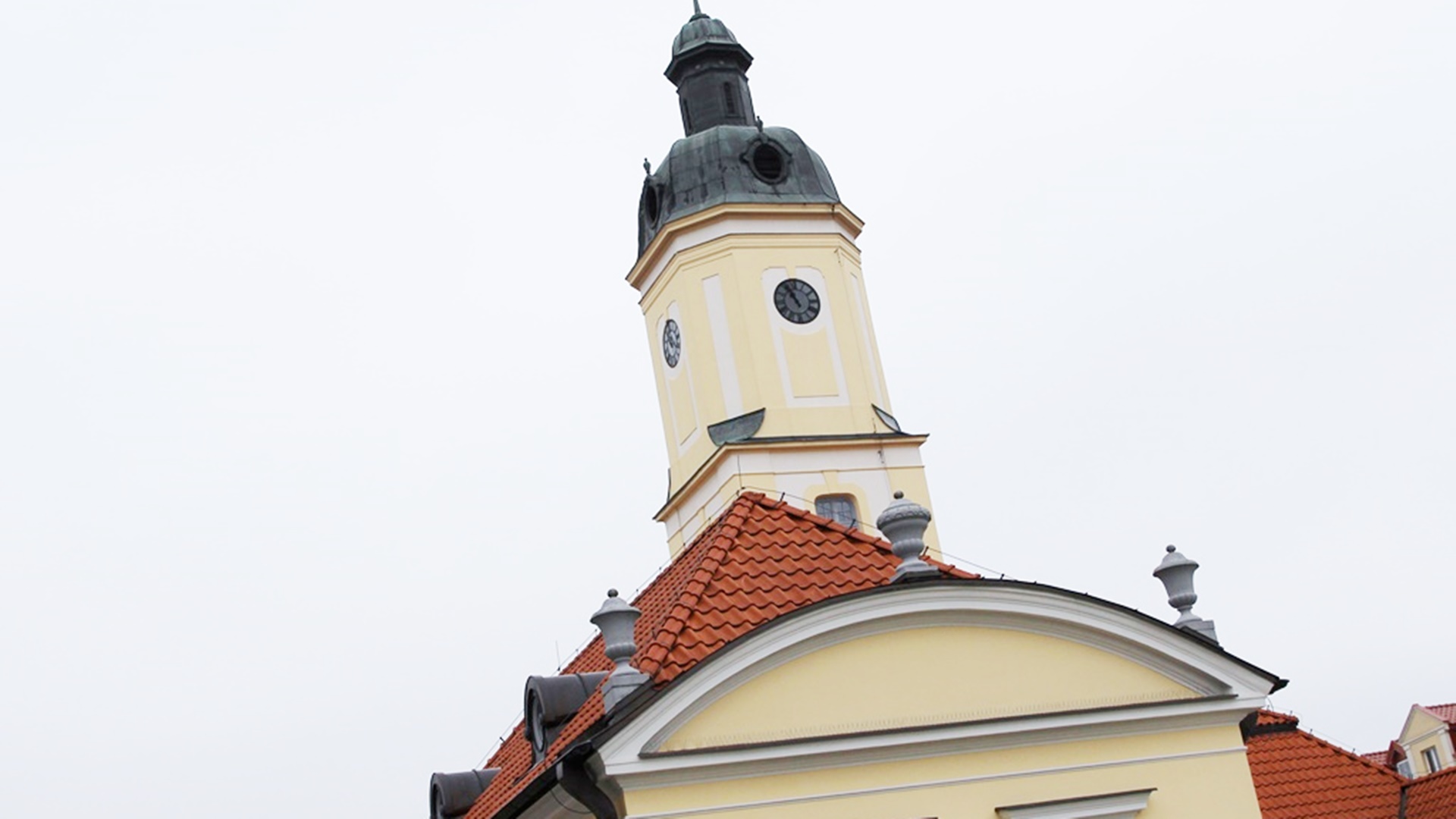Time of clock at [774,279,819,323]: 10:56
